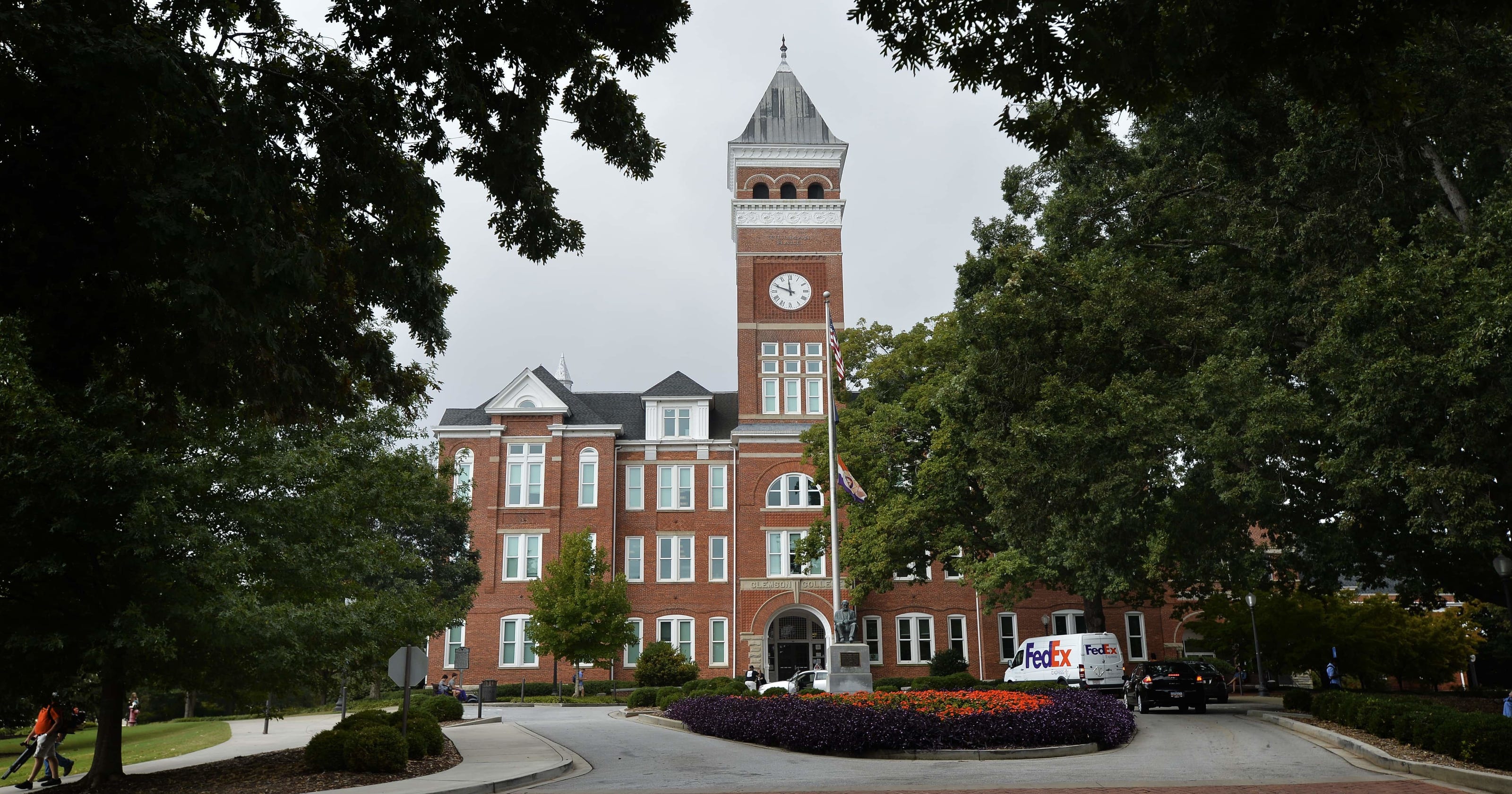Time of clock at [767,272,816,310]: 11:48
